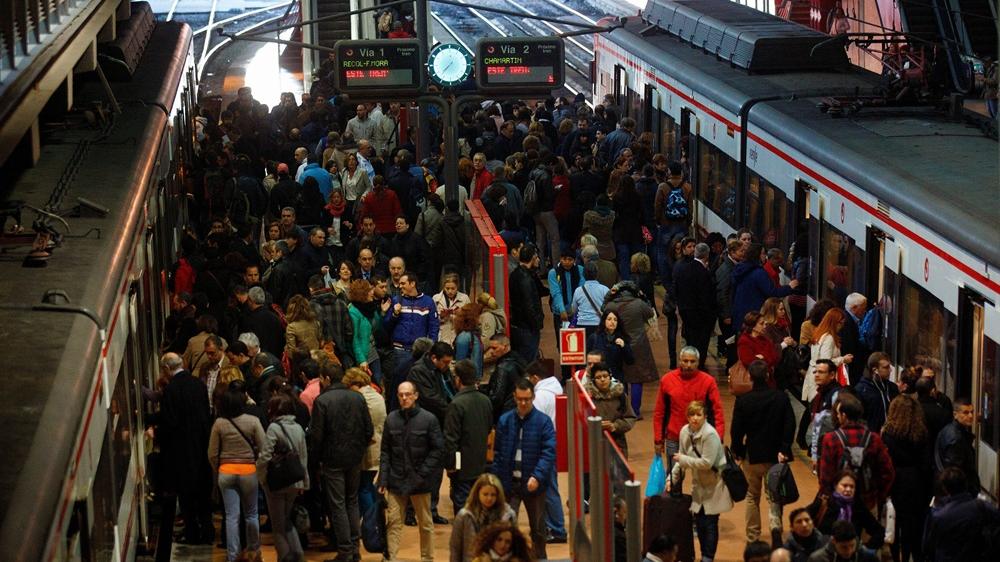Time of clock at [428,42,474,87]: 7:37
